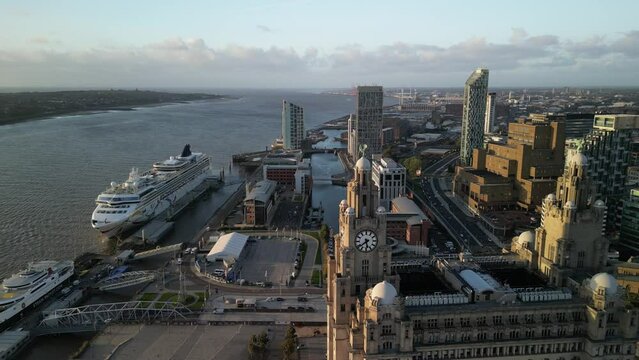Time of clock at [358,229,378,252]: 5:38
